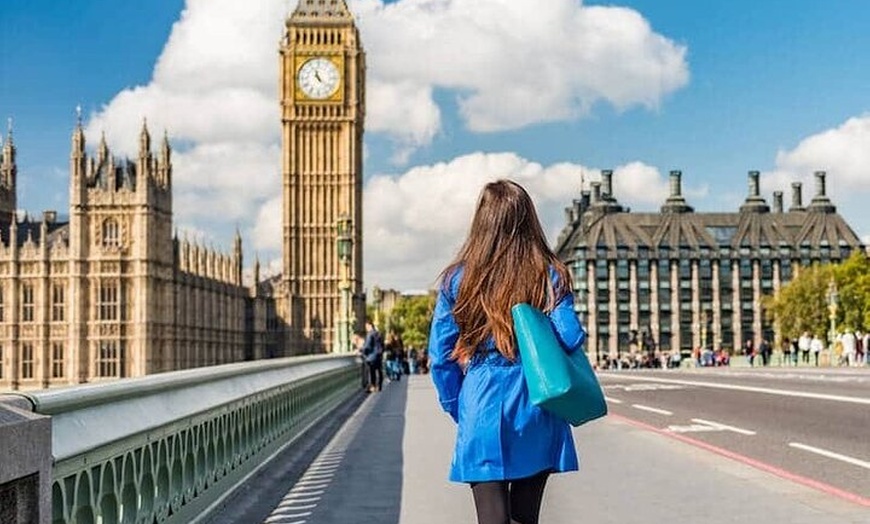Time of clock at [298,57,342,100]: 11:22
